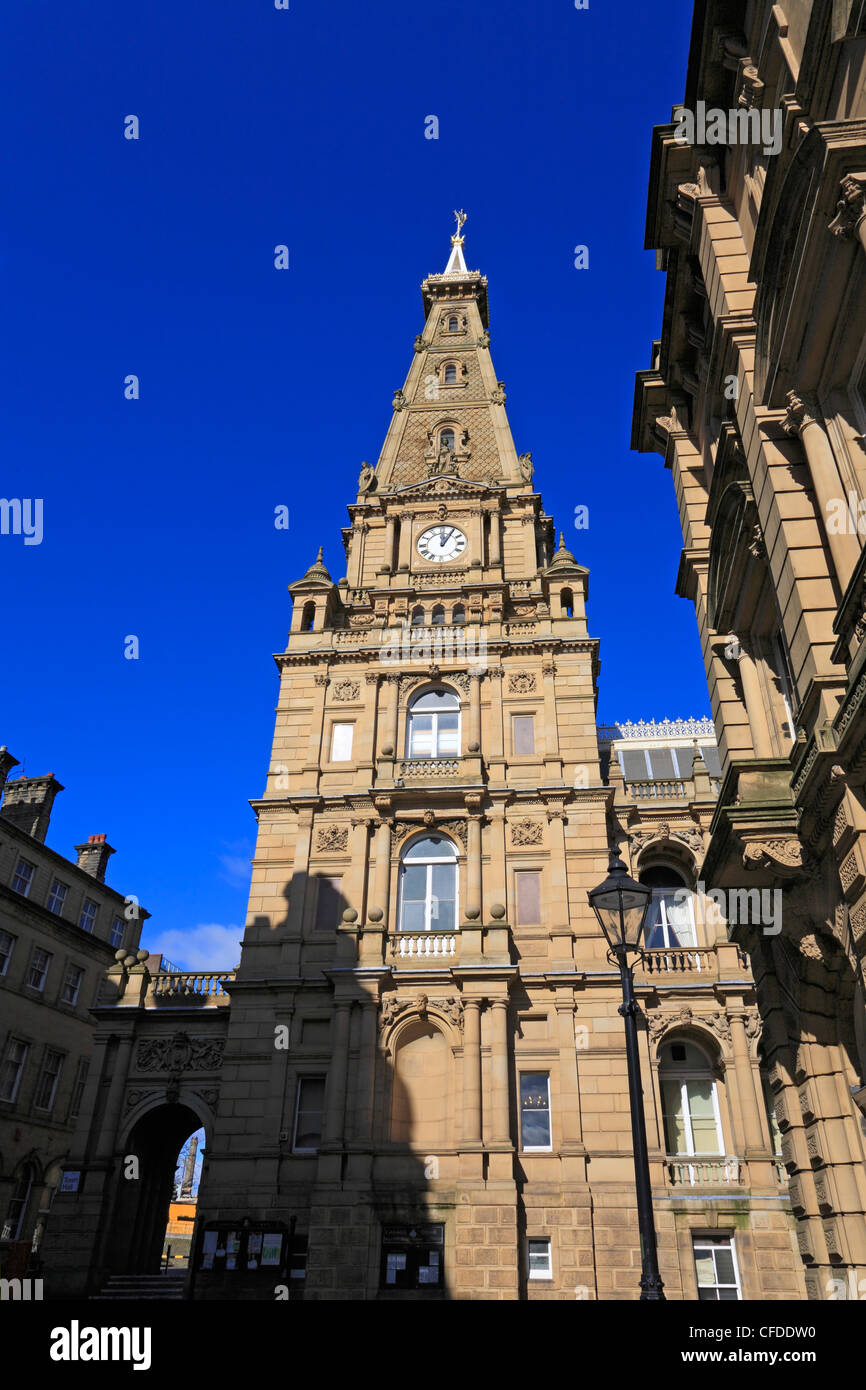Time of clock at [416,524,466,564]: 12:05
